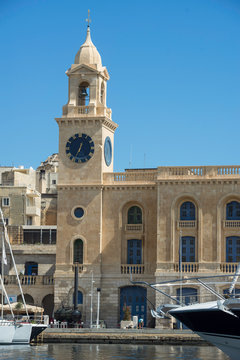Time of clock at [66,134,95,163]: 12:34
